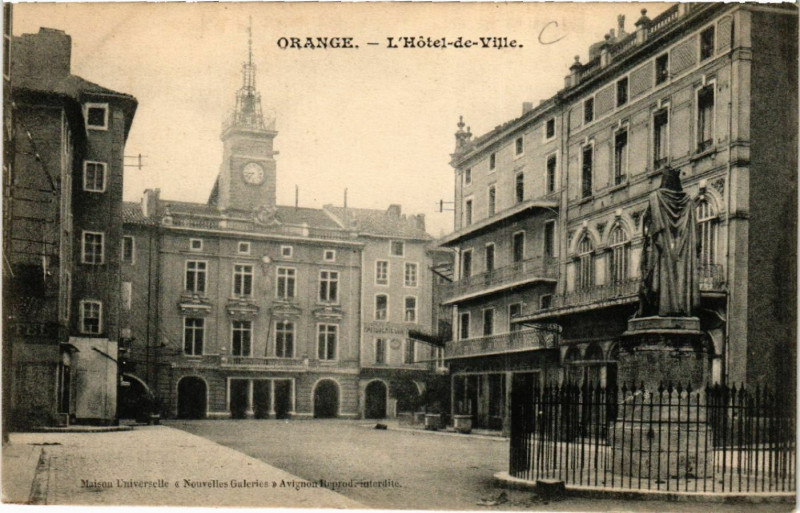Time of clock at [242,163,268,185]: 8:36
